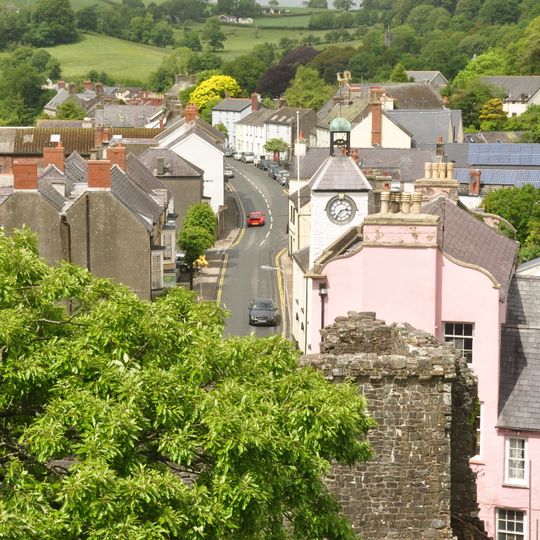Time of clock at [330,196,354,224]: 2:36
